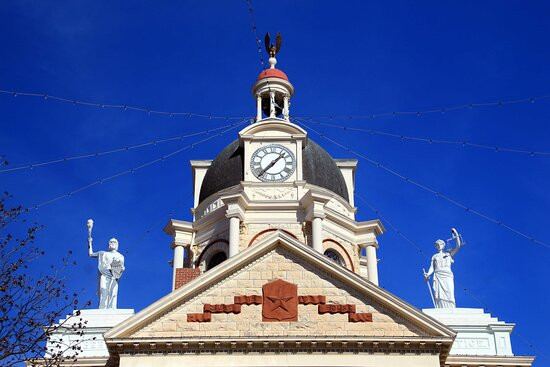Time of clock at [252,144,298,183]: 1:37
